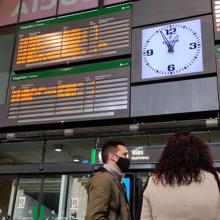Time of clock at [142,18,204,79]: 12:56
